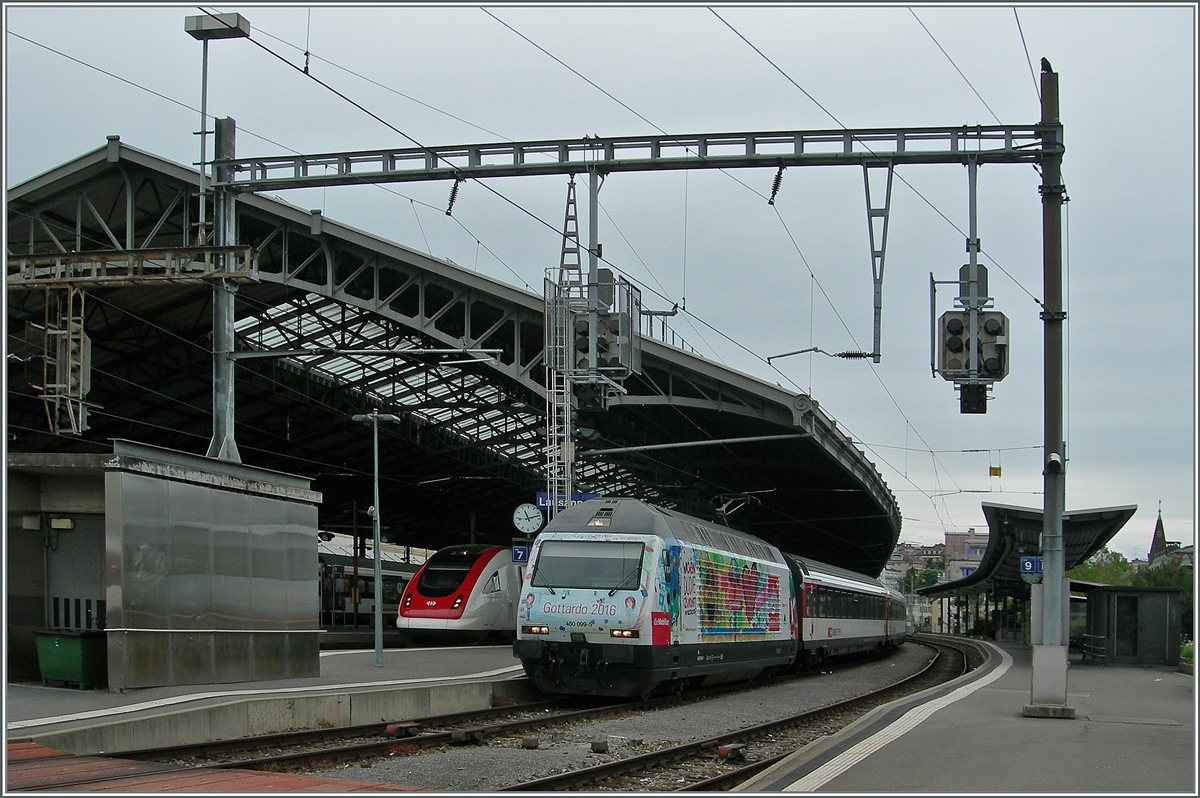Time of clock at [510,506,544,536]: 11:12
